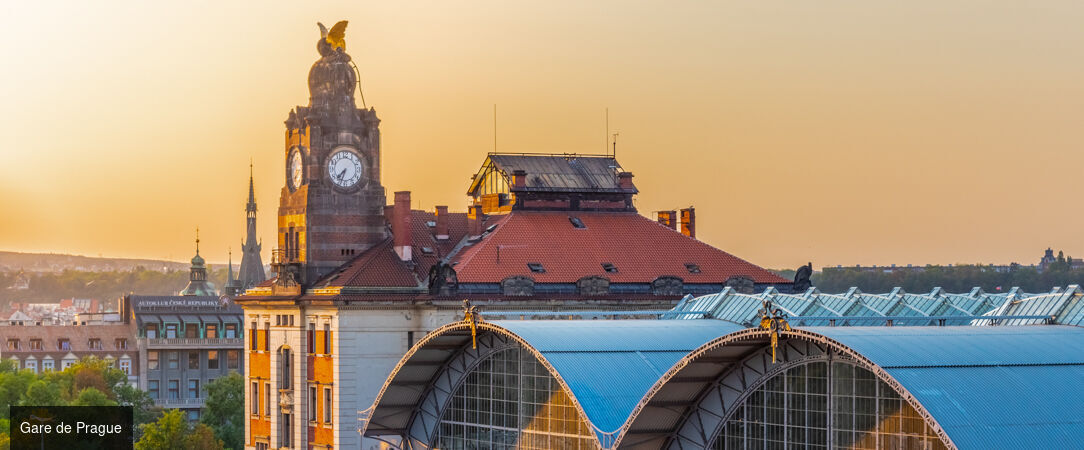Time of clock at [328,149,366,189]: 7:33
